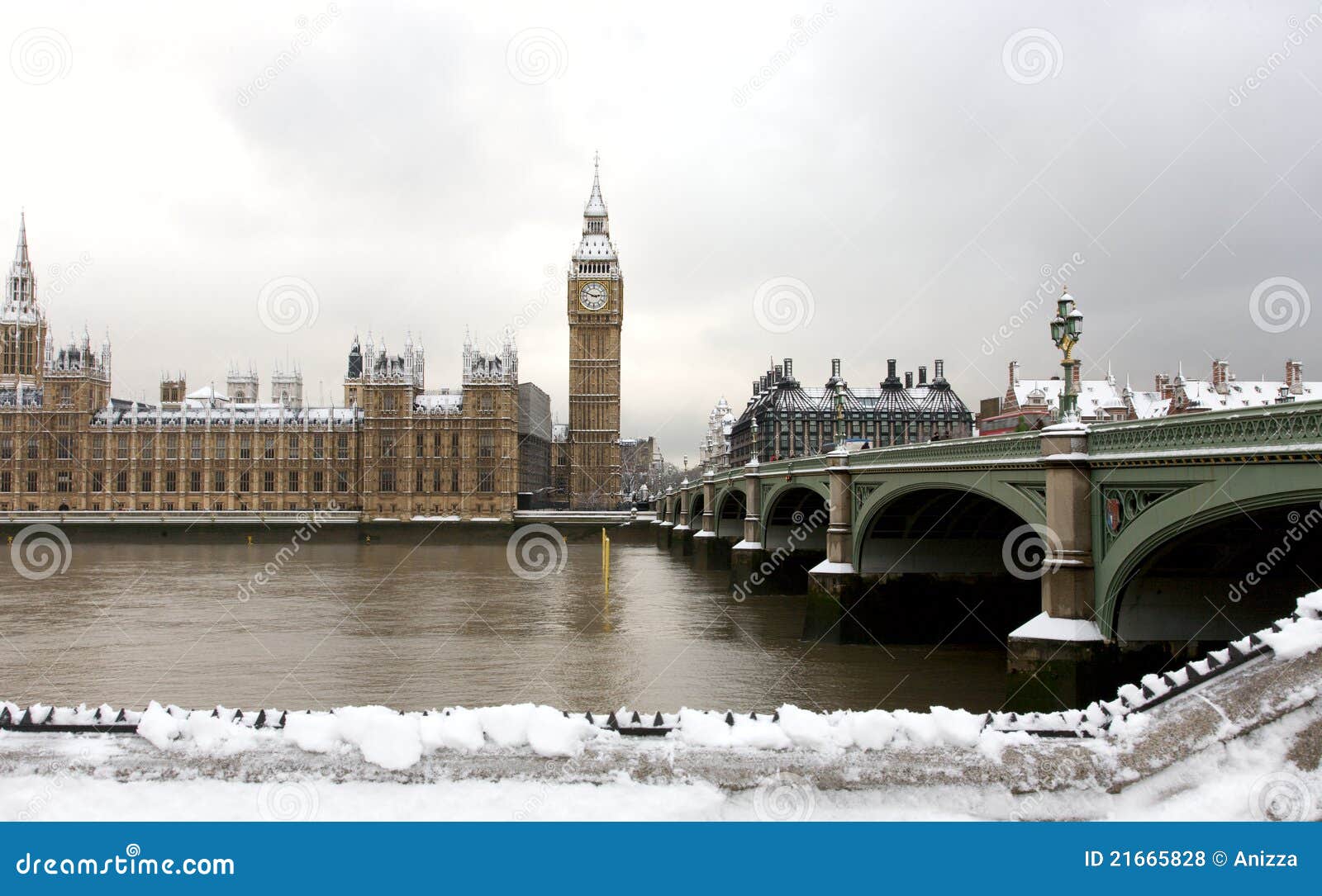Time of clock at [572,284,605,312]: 2:48
